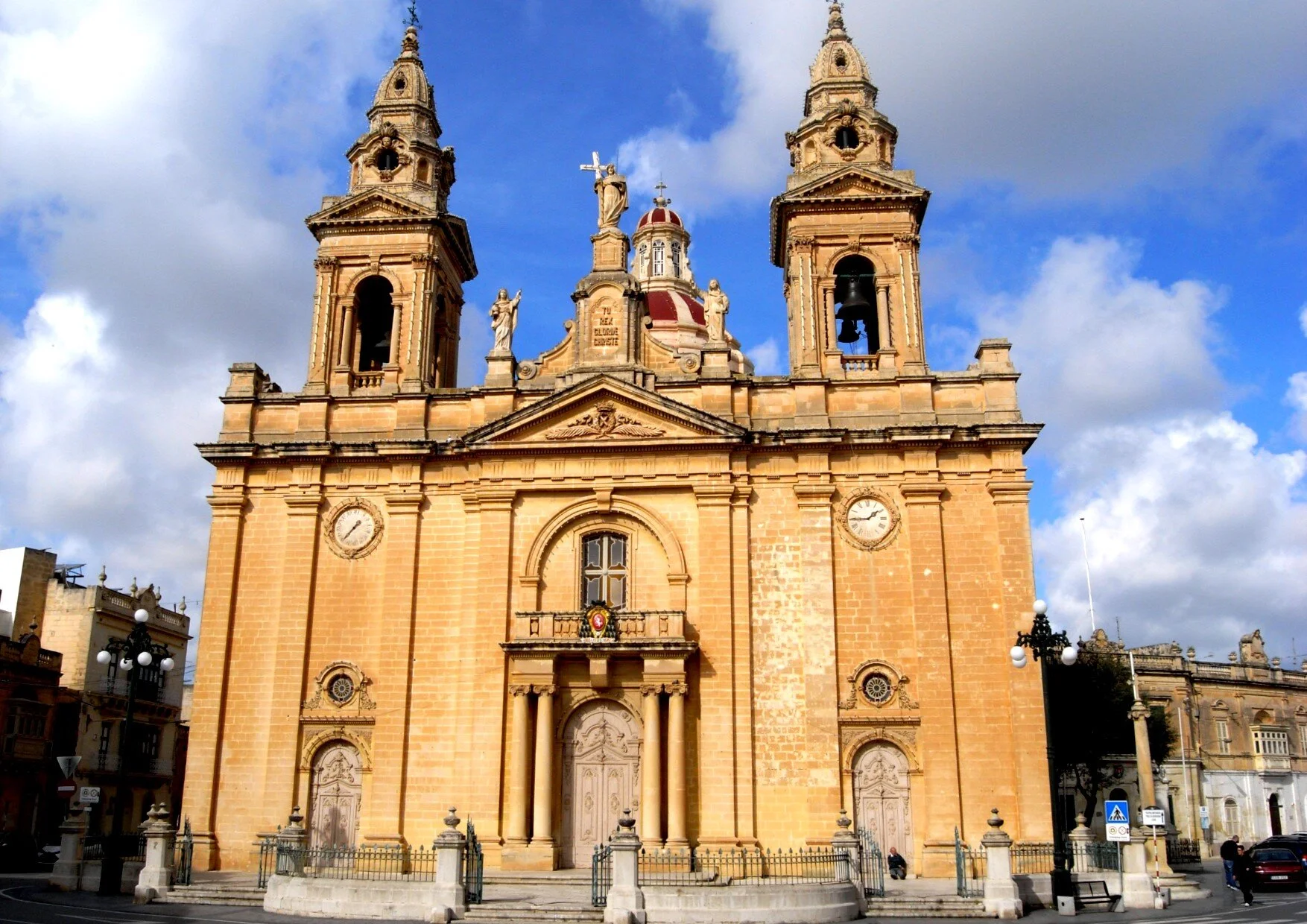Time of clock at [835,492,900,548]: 1:44
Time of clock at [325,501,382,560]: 1:36
